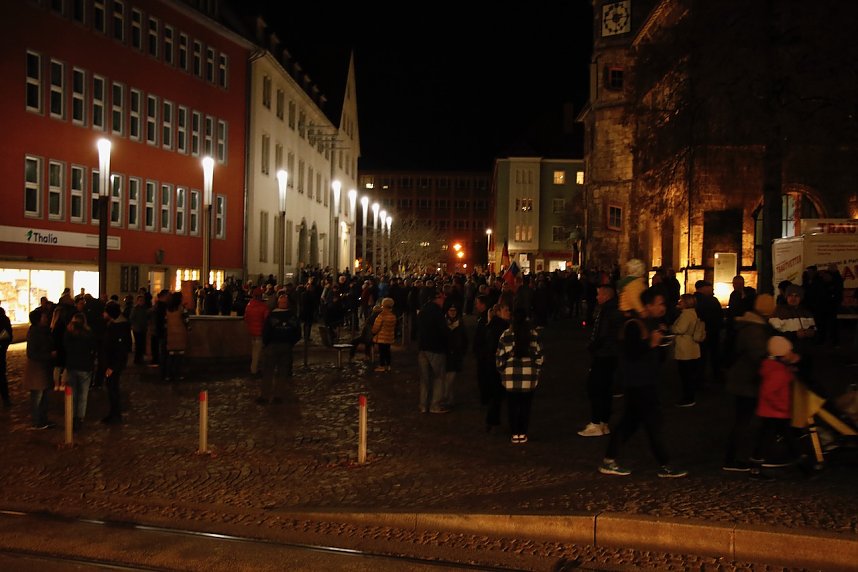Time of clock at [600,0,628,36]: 2:24
